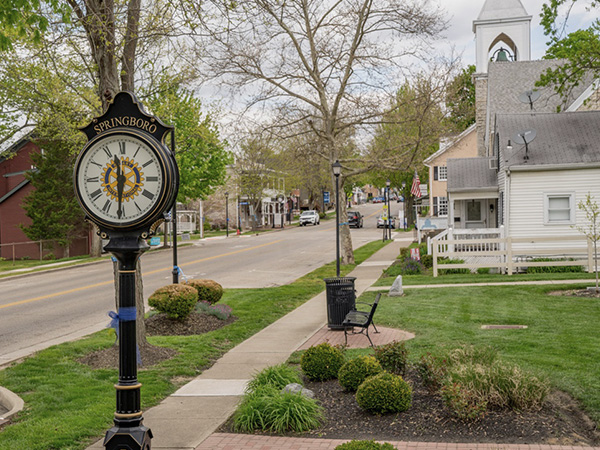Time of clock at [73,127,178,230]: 11:30
